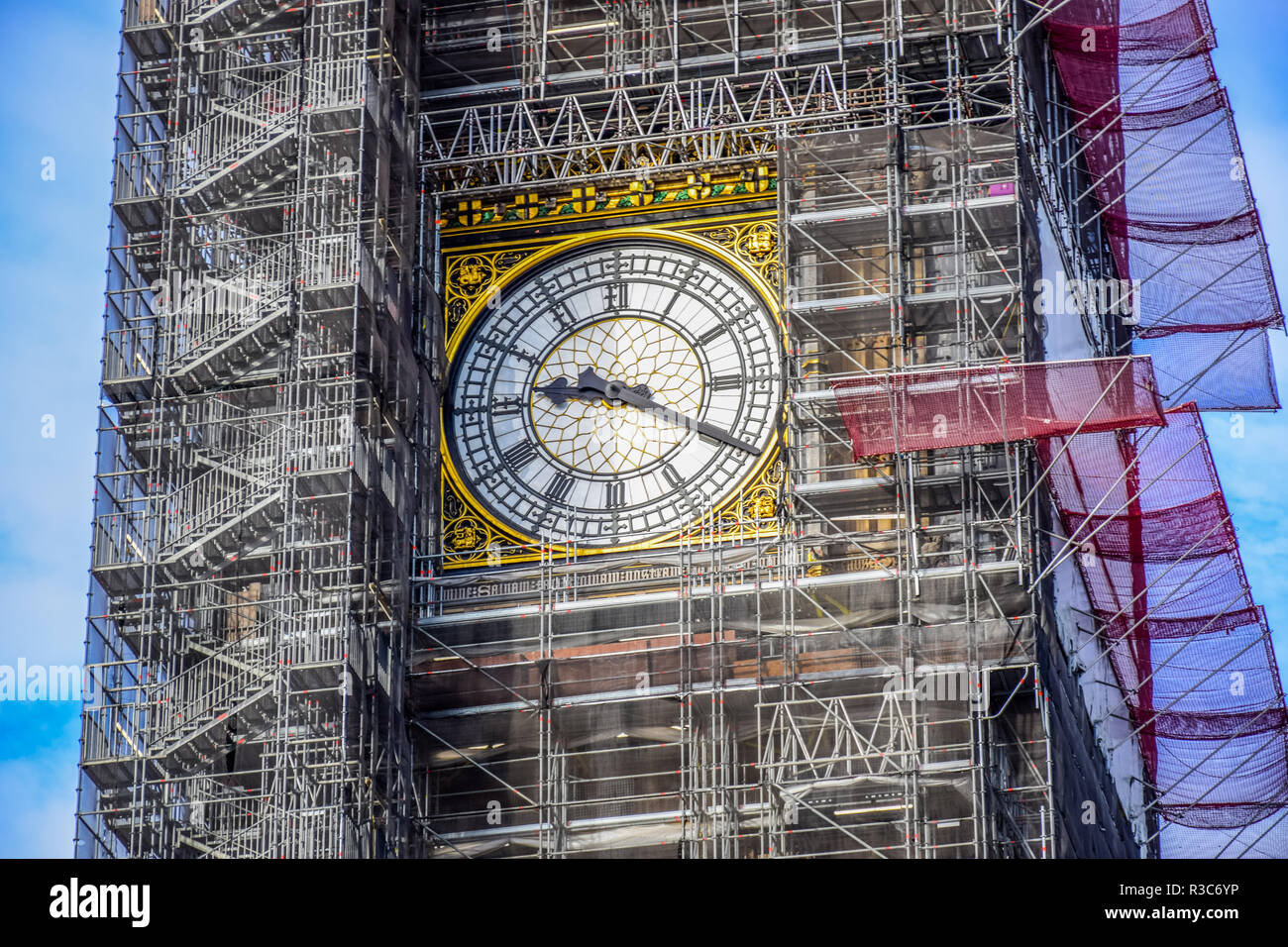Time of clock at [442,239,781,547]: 9:19
